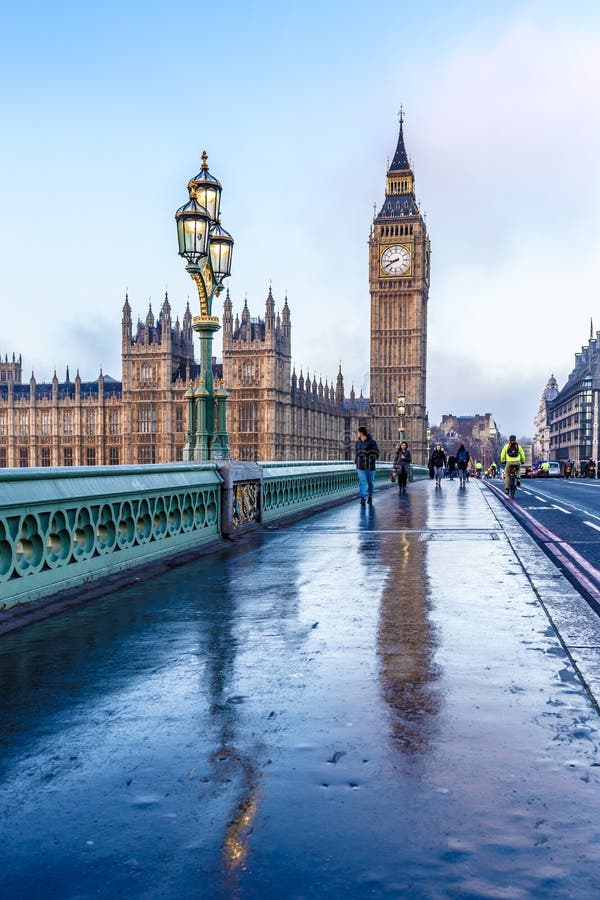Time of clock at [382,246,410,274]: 8:40
